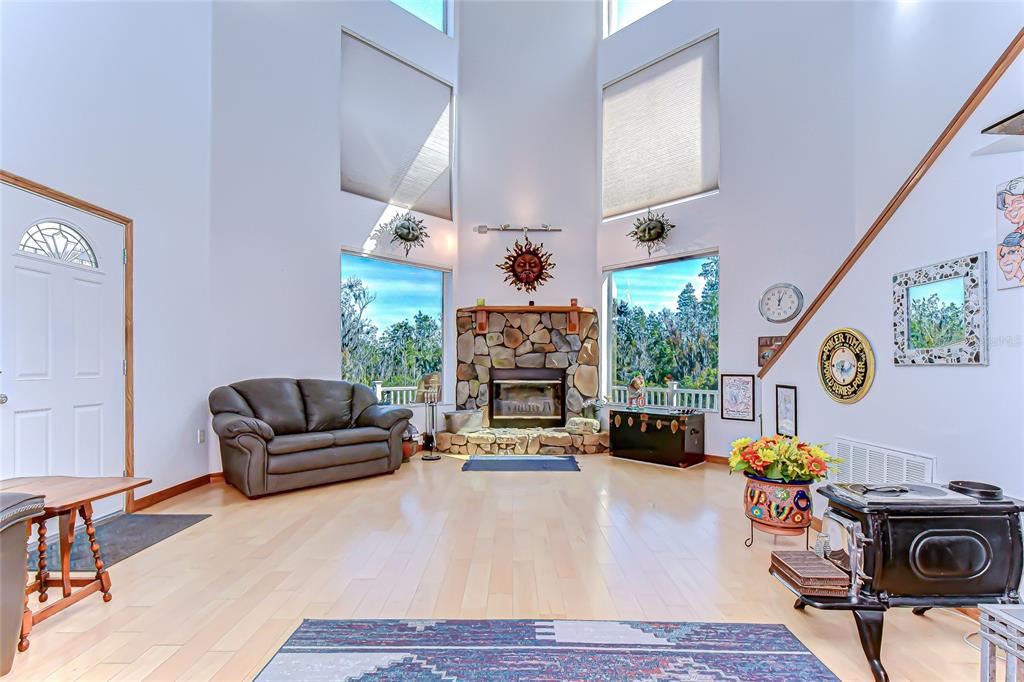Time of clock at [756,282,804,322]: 12:03
